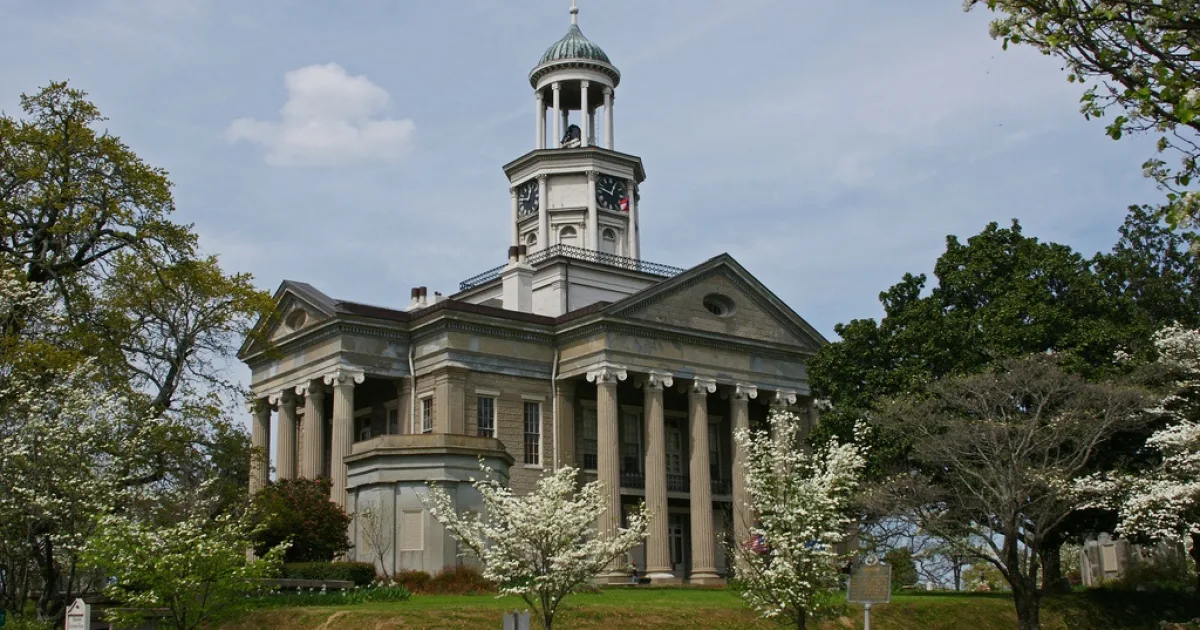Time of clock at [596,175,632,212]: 12:47
